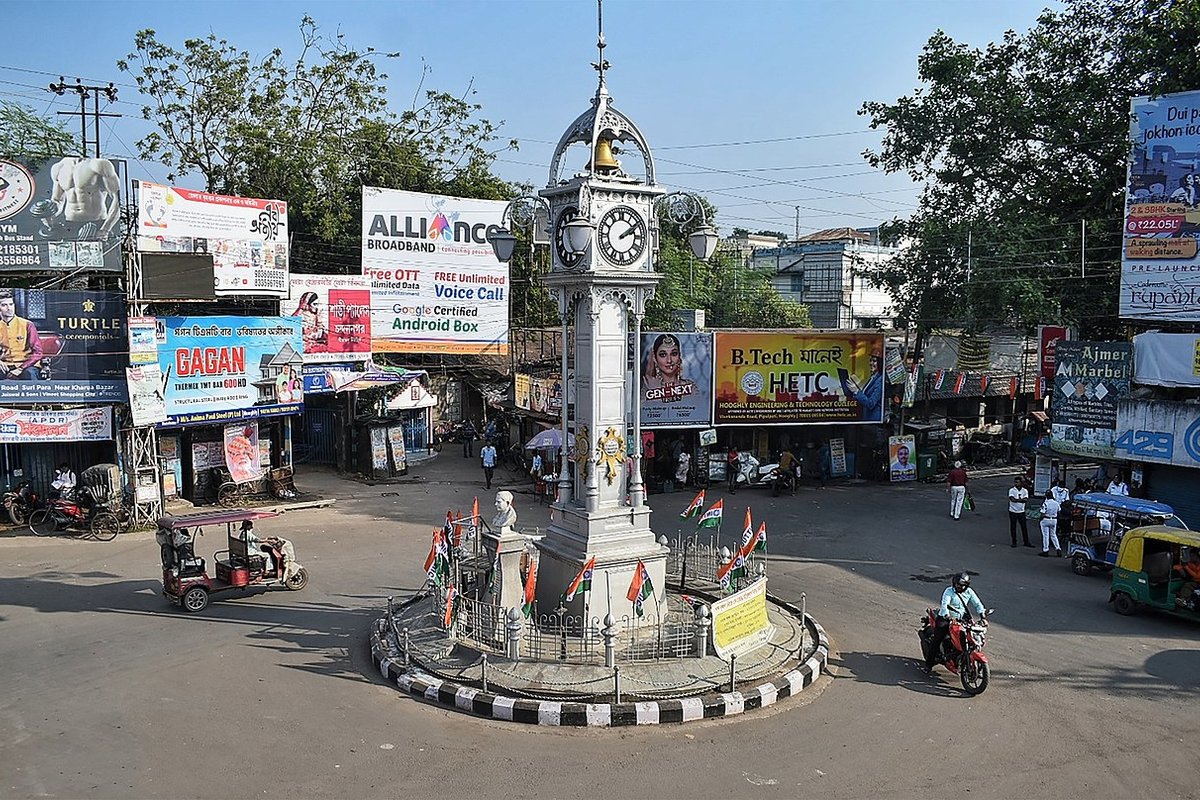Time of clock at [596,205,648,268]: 2:09
